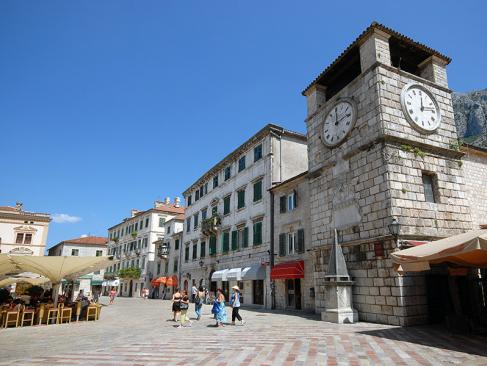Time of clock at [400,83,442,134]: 12:12
